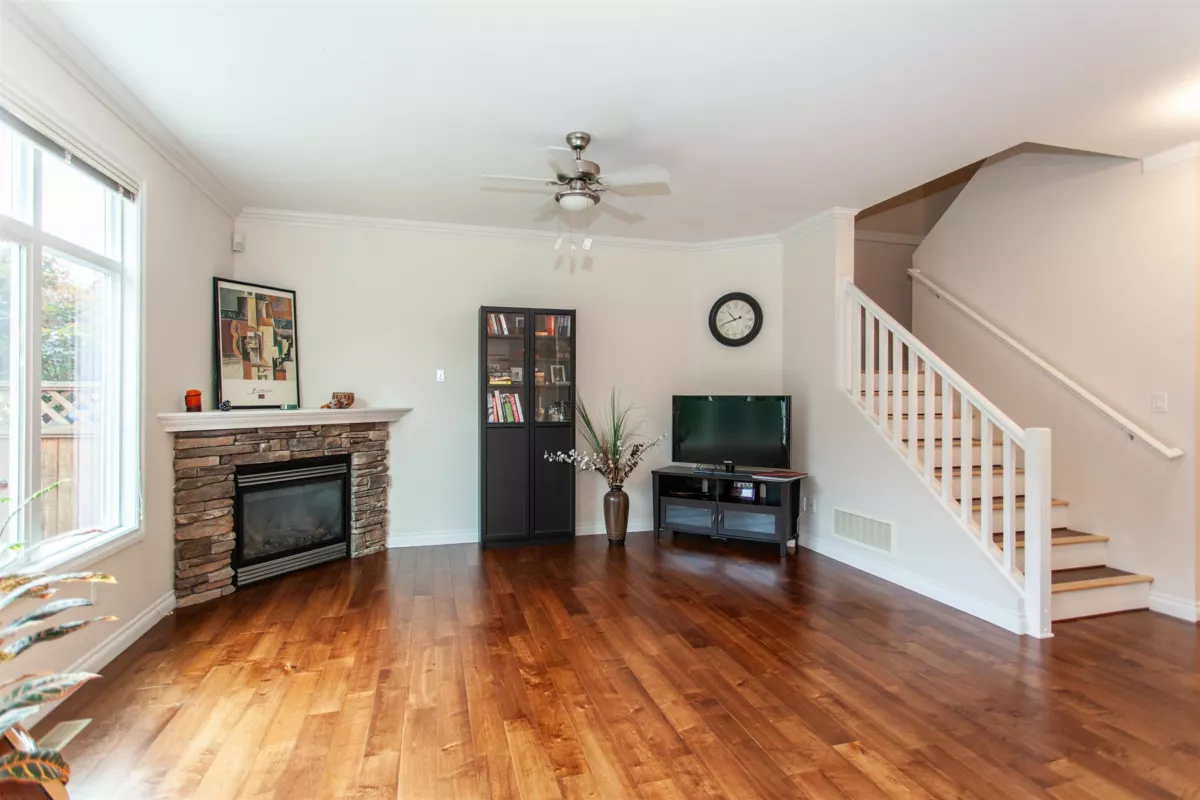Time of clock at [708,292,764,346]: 10:41
